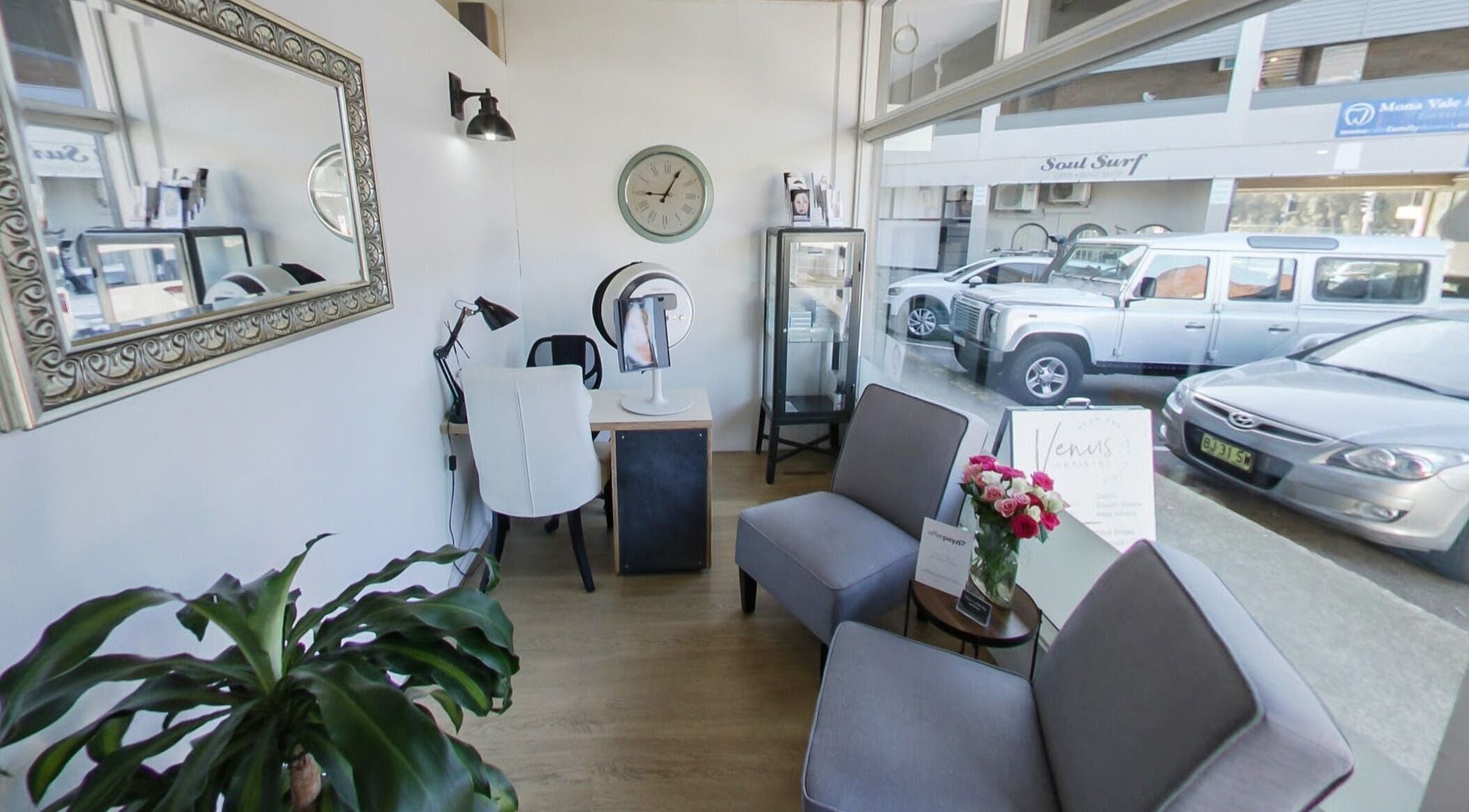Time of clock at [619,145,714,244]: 9:04
